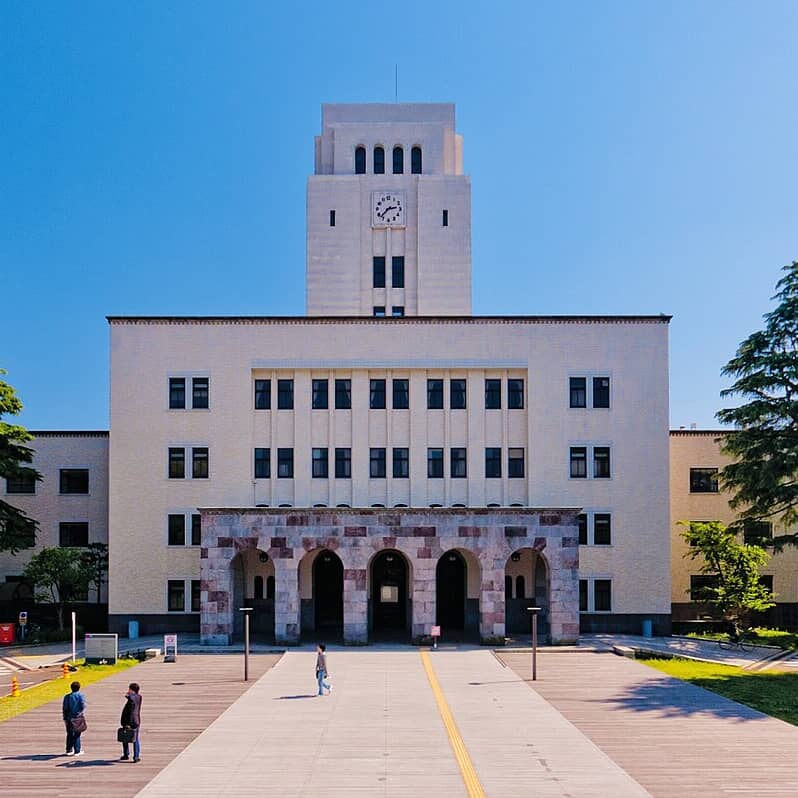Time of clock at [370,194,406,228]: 2:37
